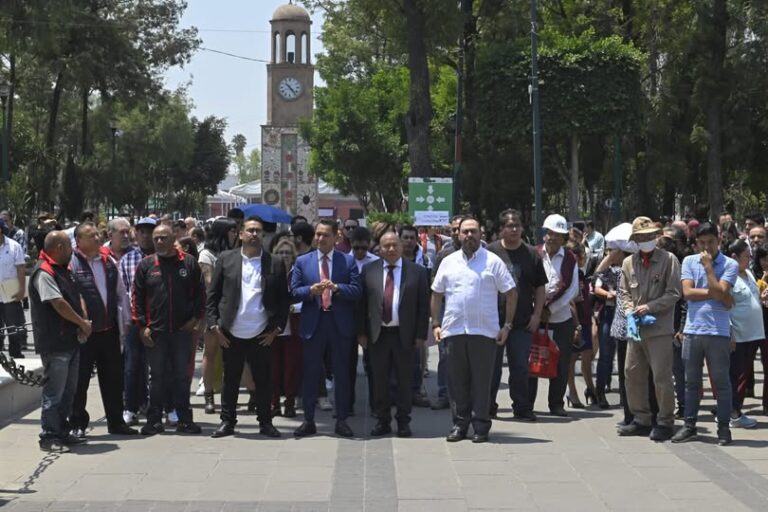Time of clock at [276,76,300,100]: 10:23
